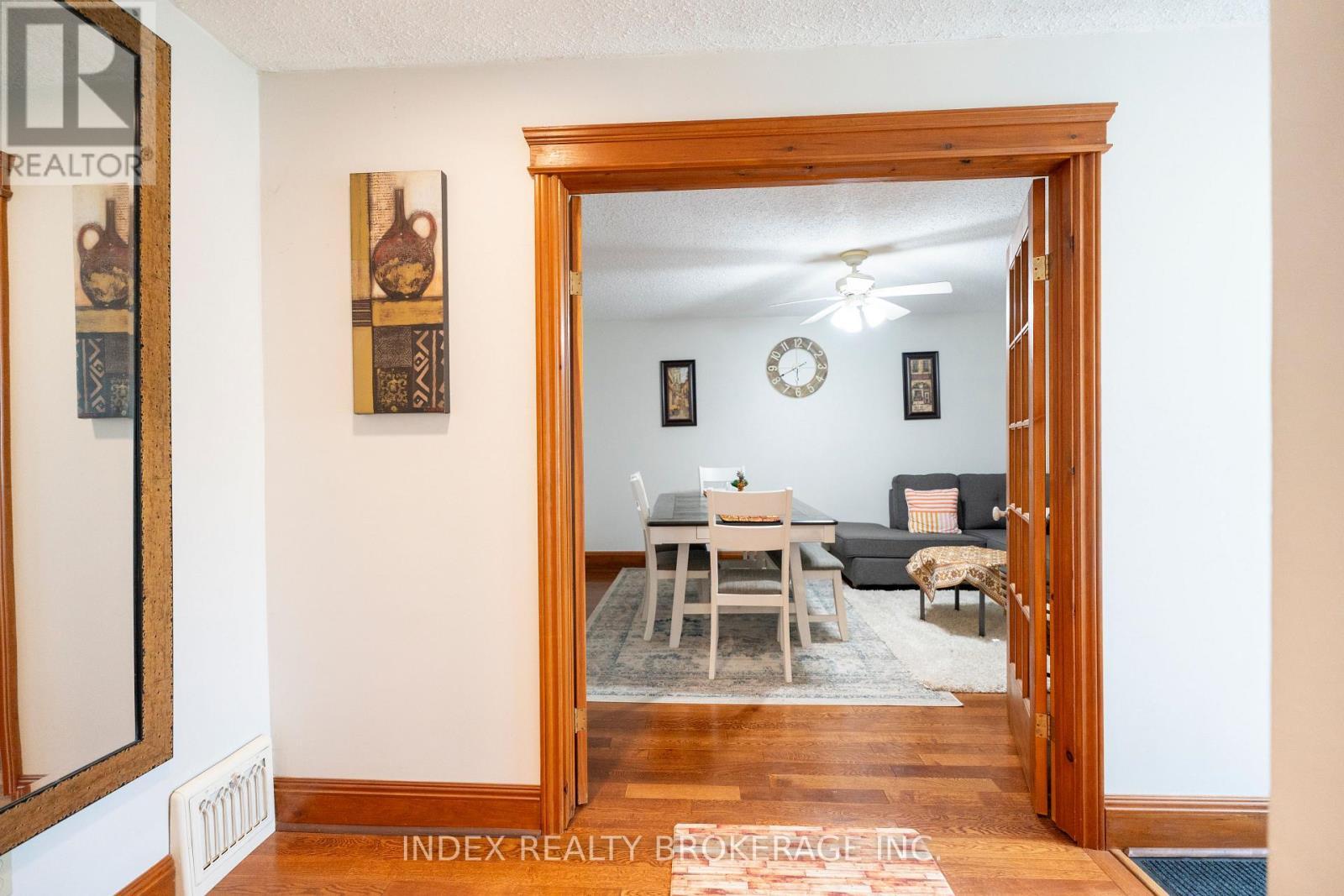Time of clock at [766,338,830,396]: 5:40
